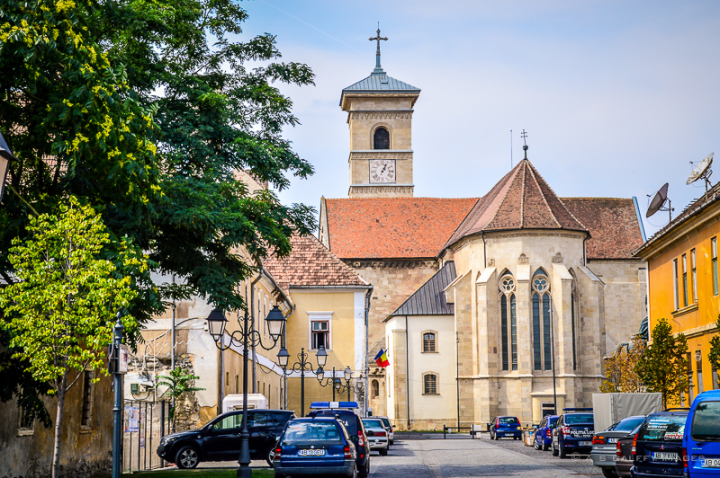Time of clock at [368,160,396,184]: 1:04
